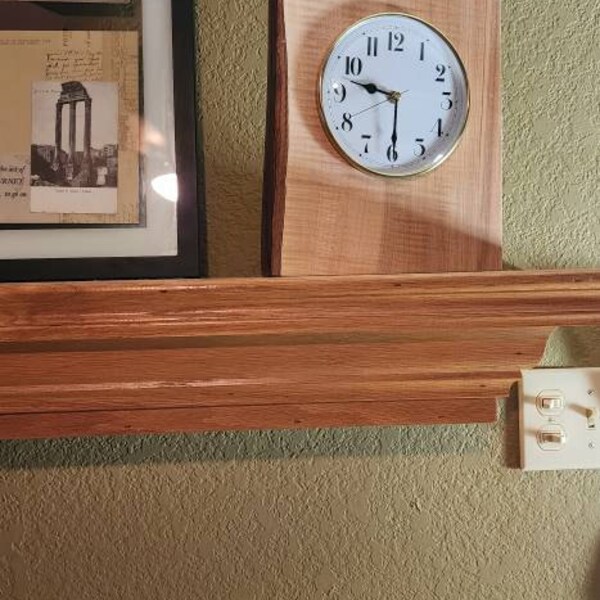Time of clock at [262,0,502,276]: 9:30
